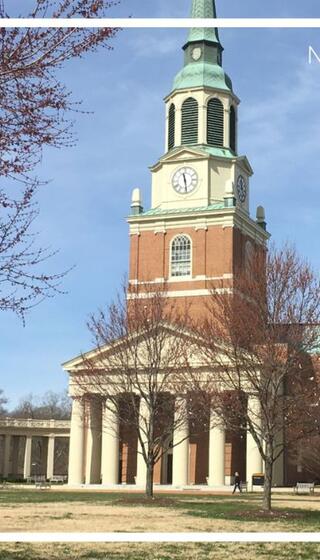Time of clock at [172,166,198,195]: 11:28
